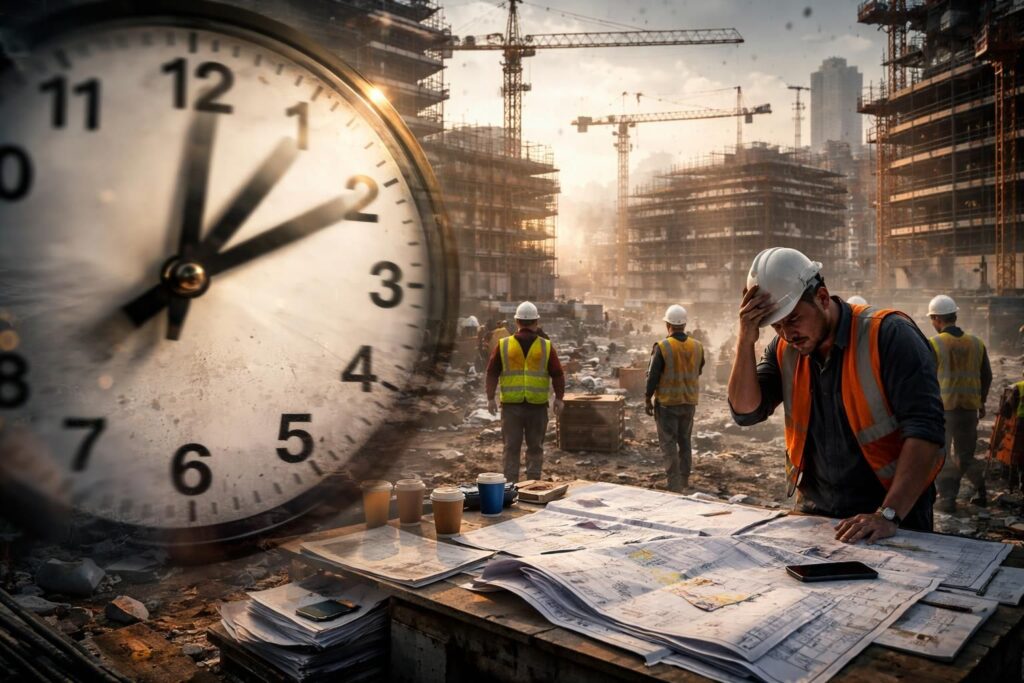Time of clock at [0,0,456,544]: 1:10
